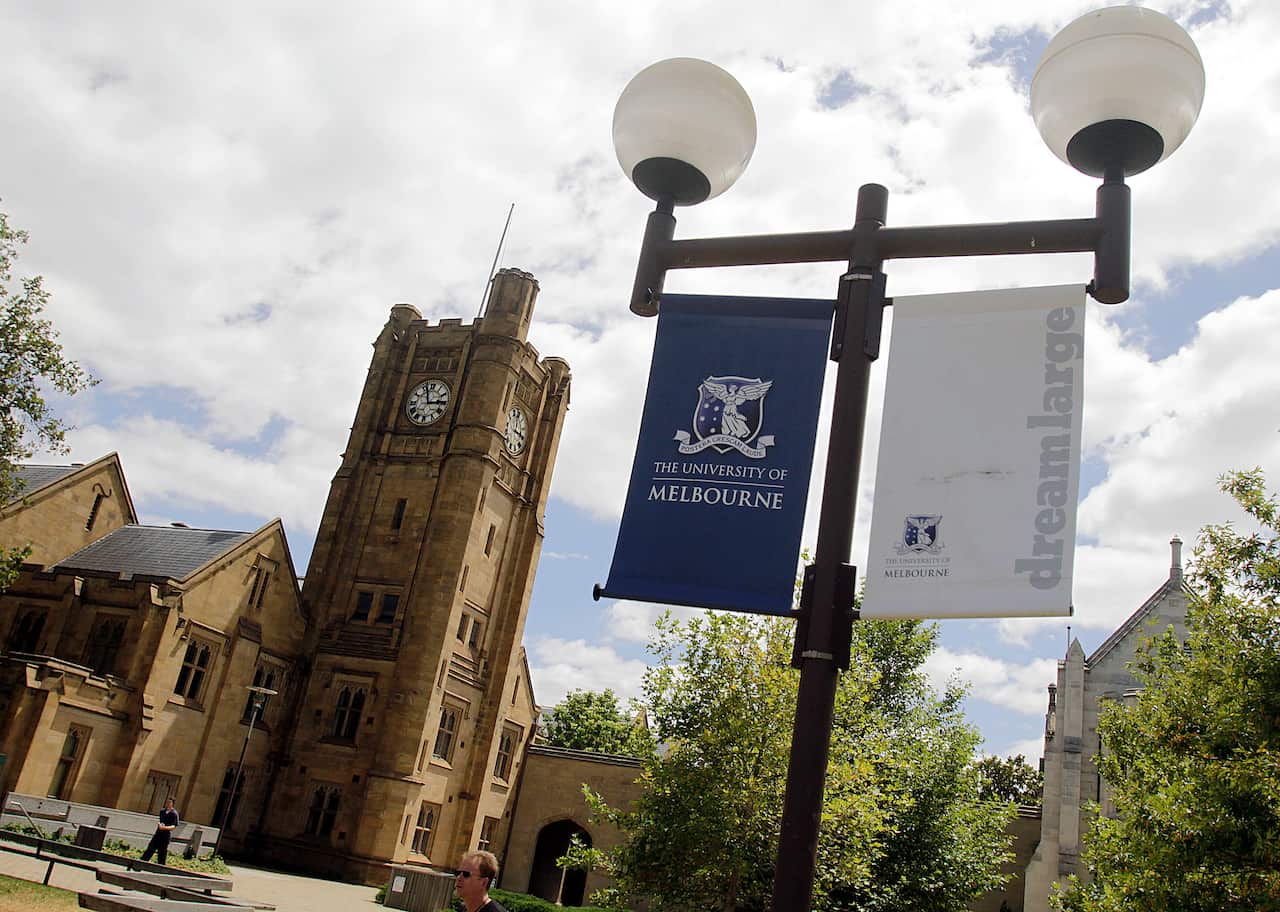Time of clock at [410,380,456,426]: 2:56
